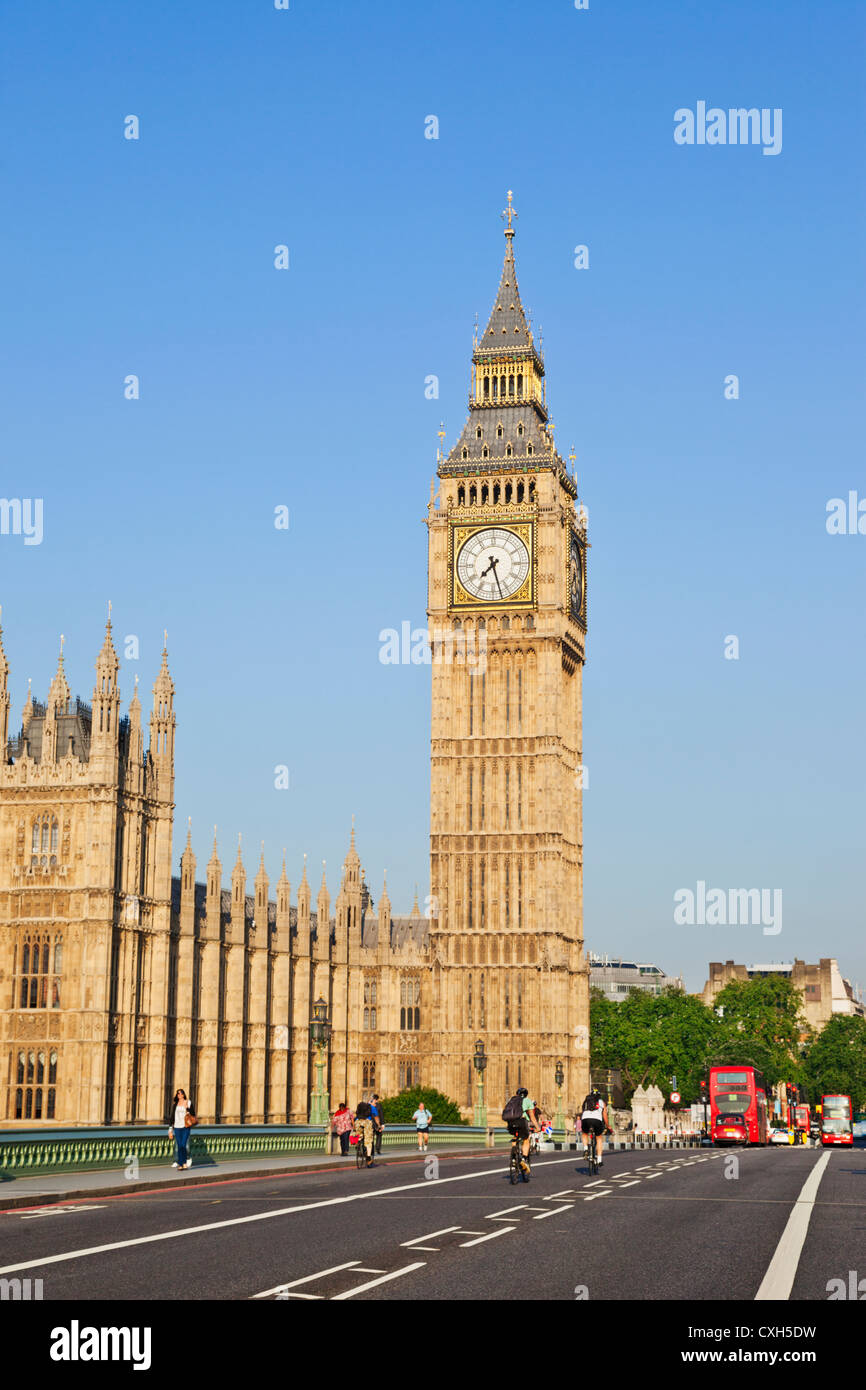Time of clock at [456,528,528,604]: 7:27
